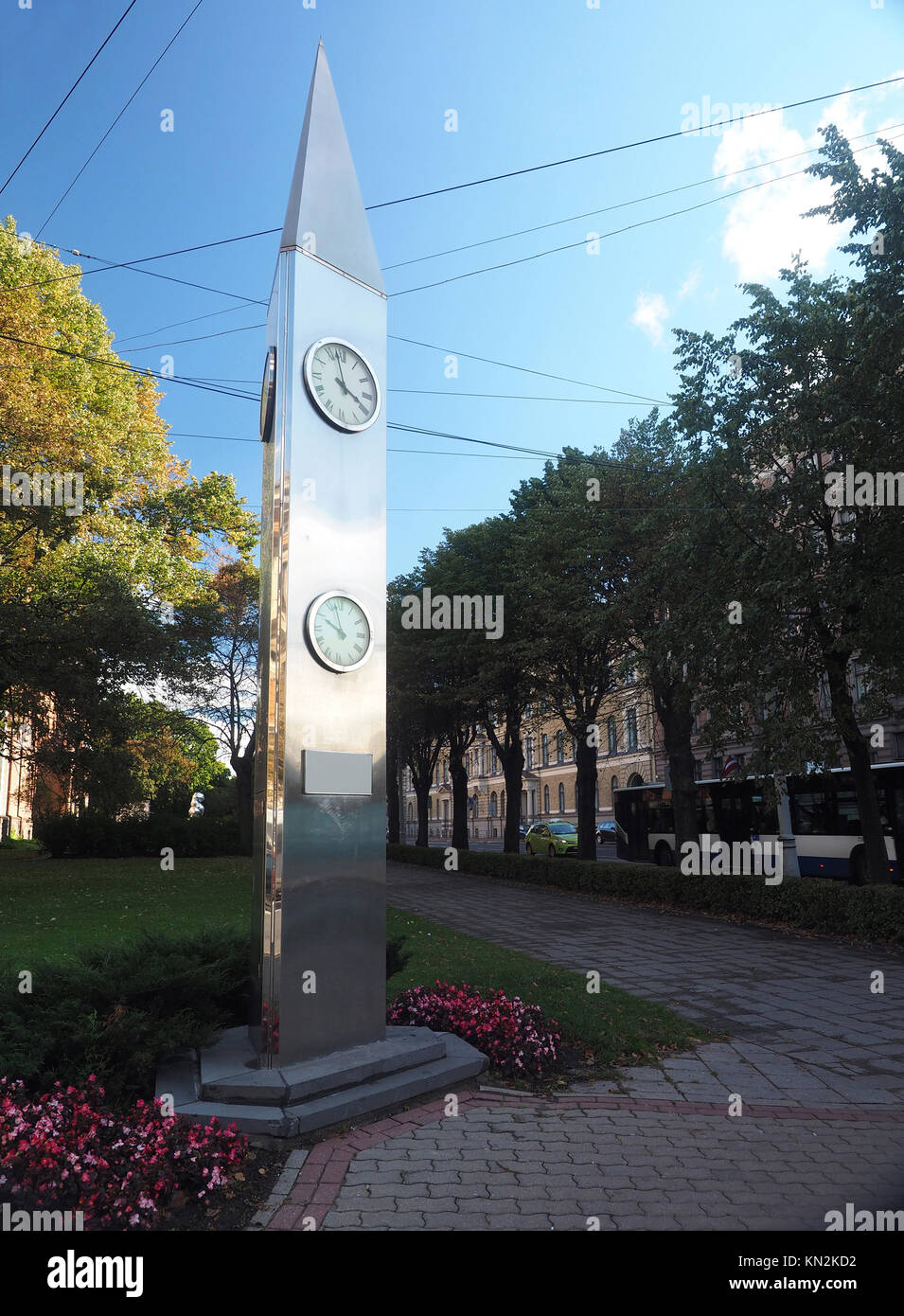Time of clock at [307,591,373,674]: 9:57
